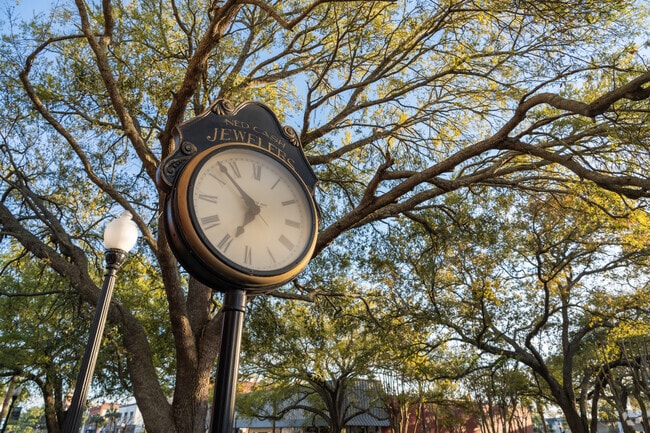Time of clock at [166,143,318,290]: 6:52
